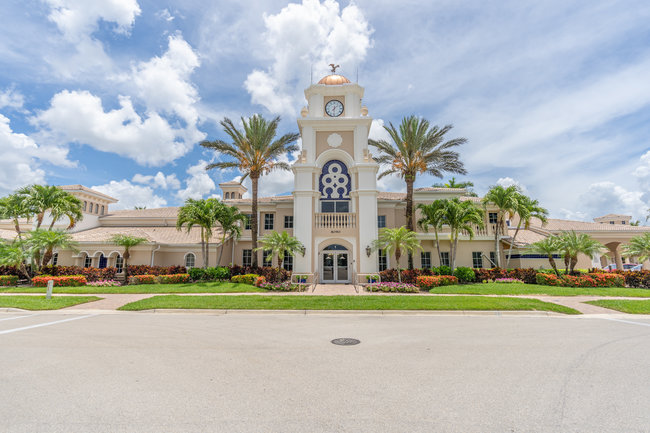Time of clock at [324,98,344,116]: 7:30
